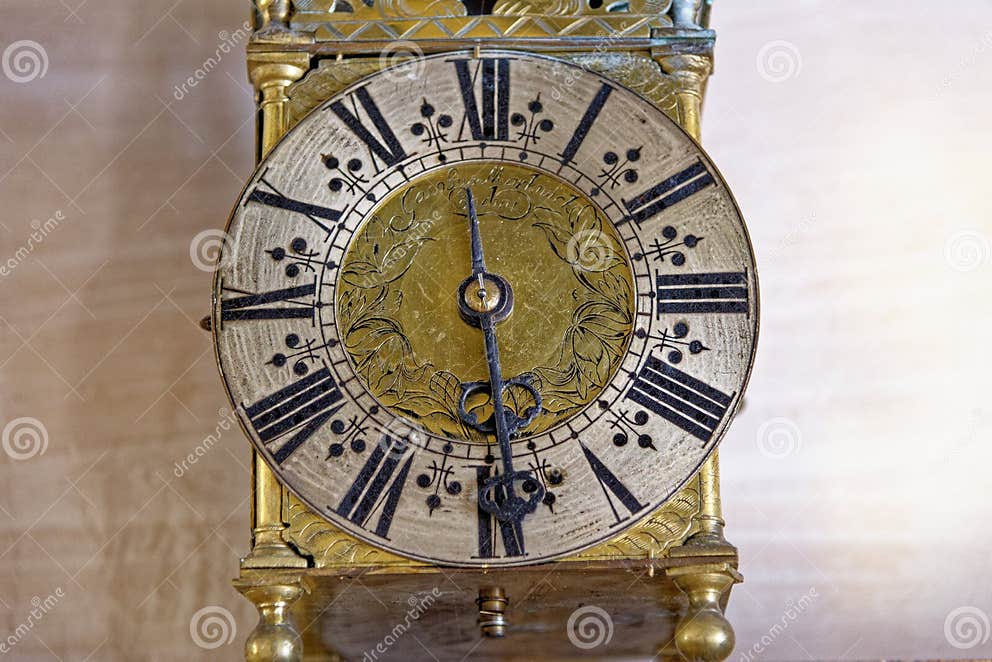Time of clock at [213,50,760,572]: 11:28
